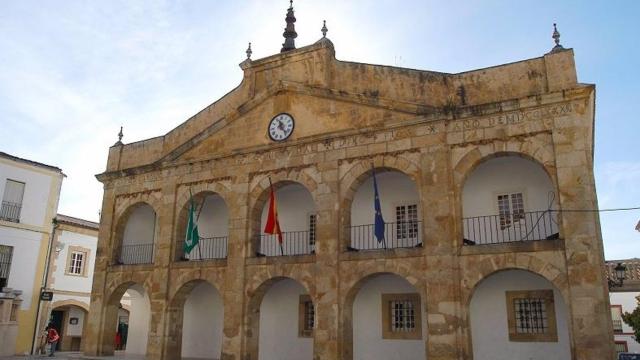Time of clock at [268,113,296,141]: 11:23
